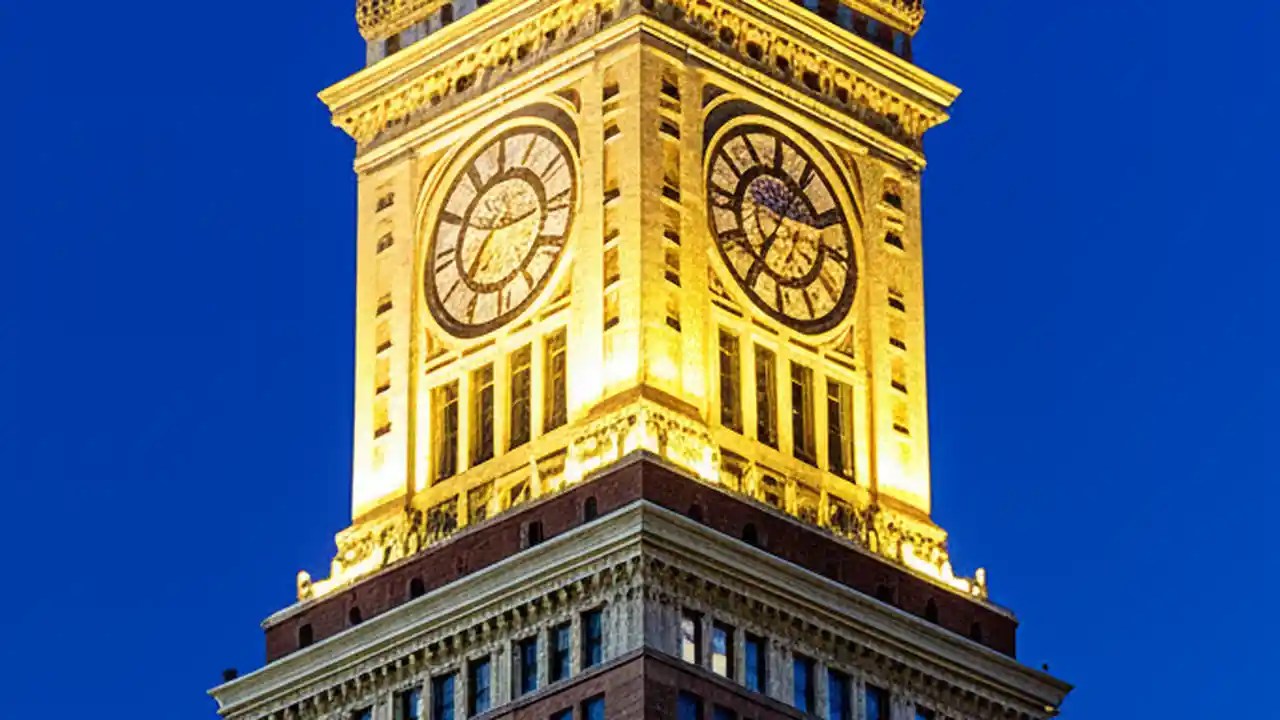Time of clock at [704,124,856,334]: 7:04
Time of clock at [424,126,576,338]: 7:15
